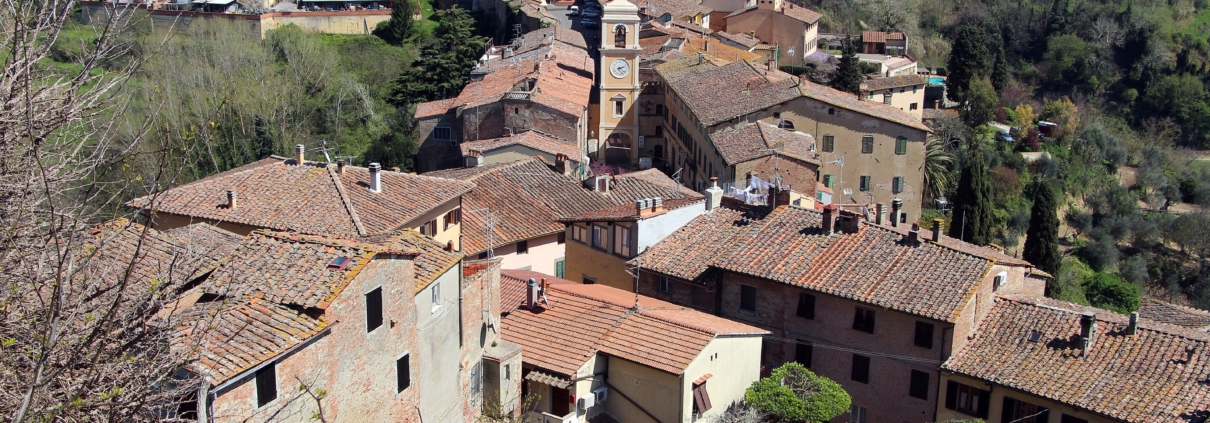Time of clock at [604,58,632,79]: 2:21
